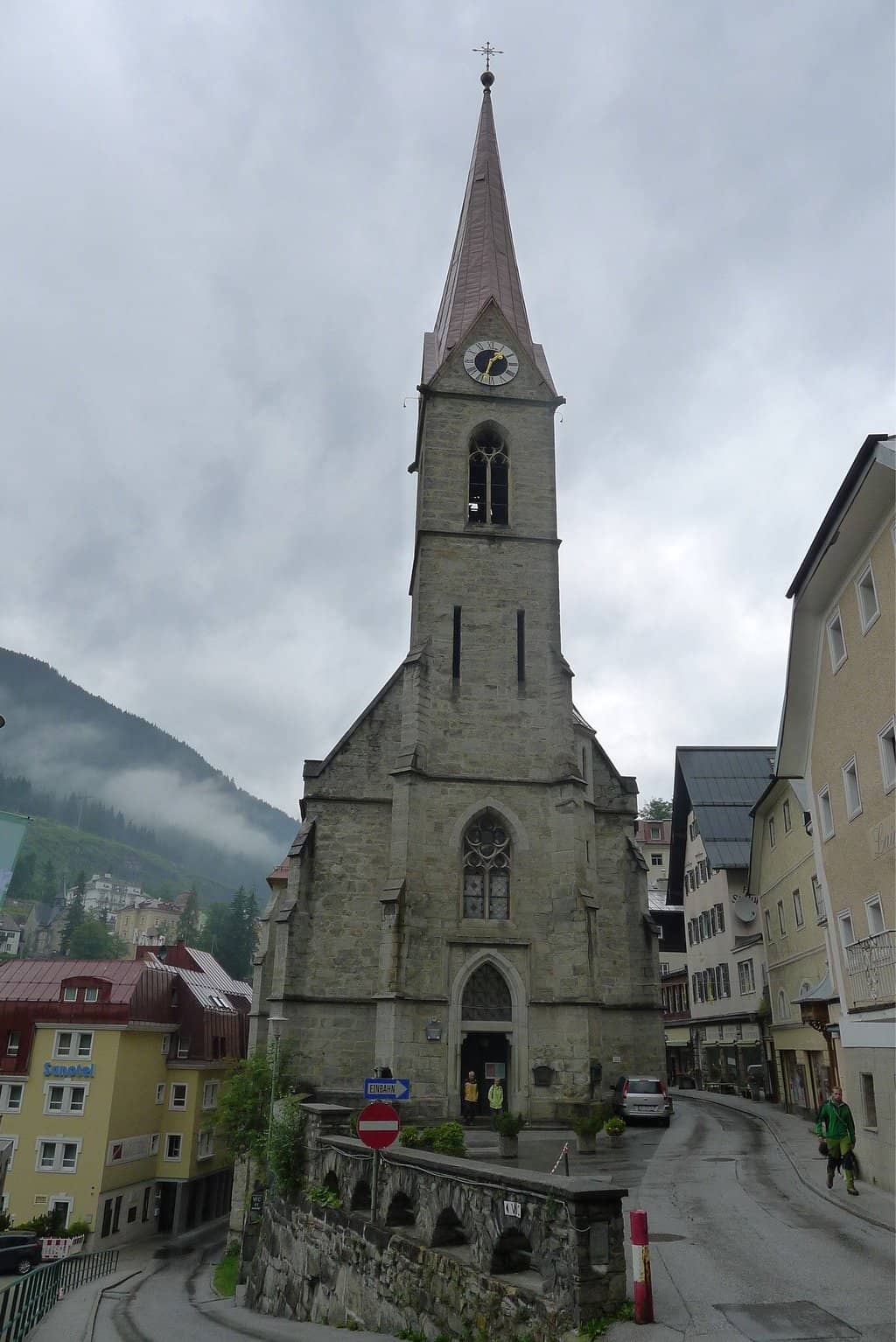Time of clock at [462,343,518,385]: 1:33
